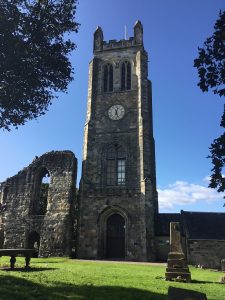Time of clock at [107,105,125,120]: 12:26
